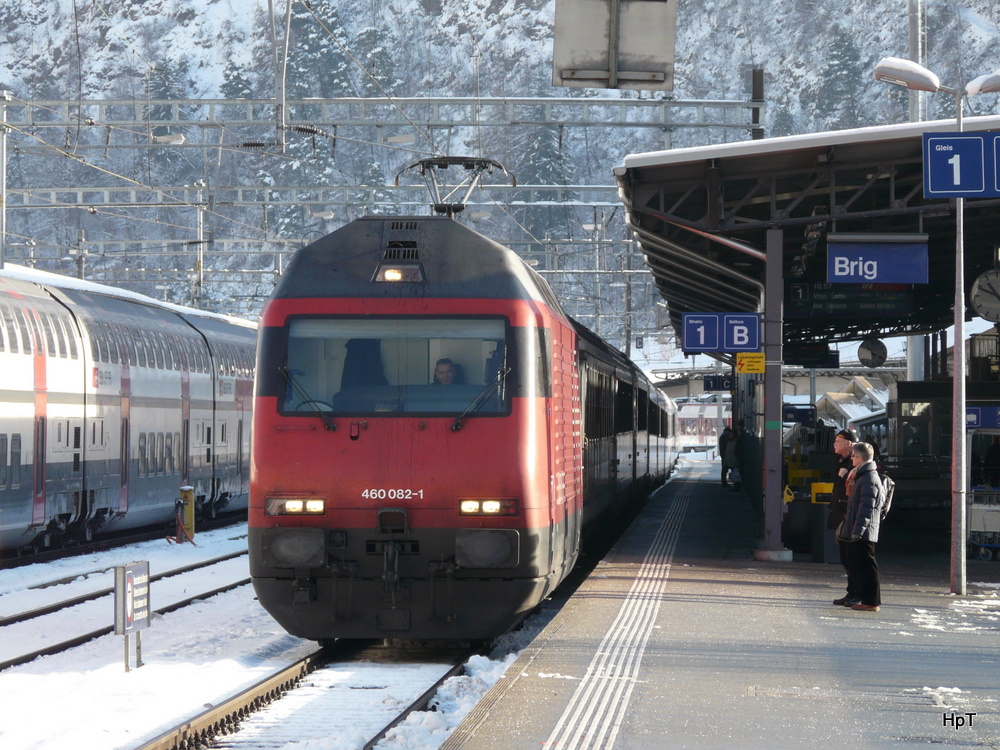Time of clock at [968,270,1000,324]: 10:49
